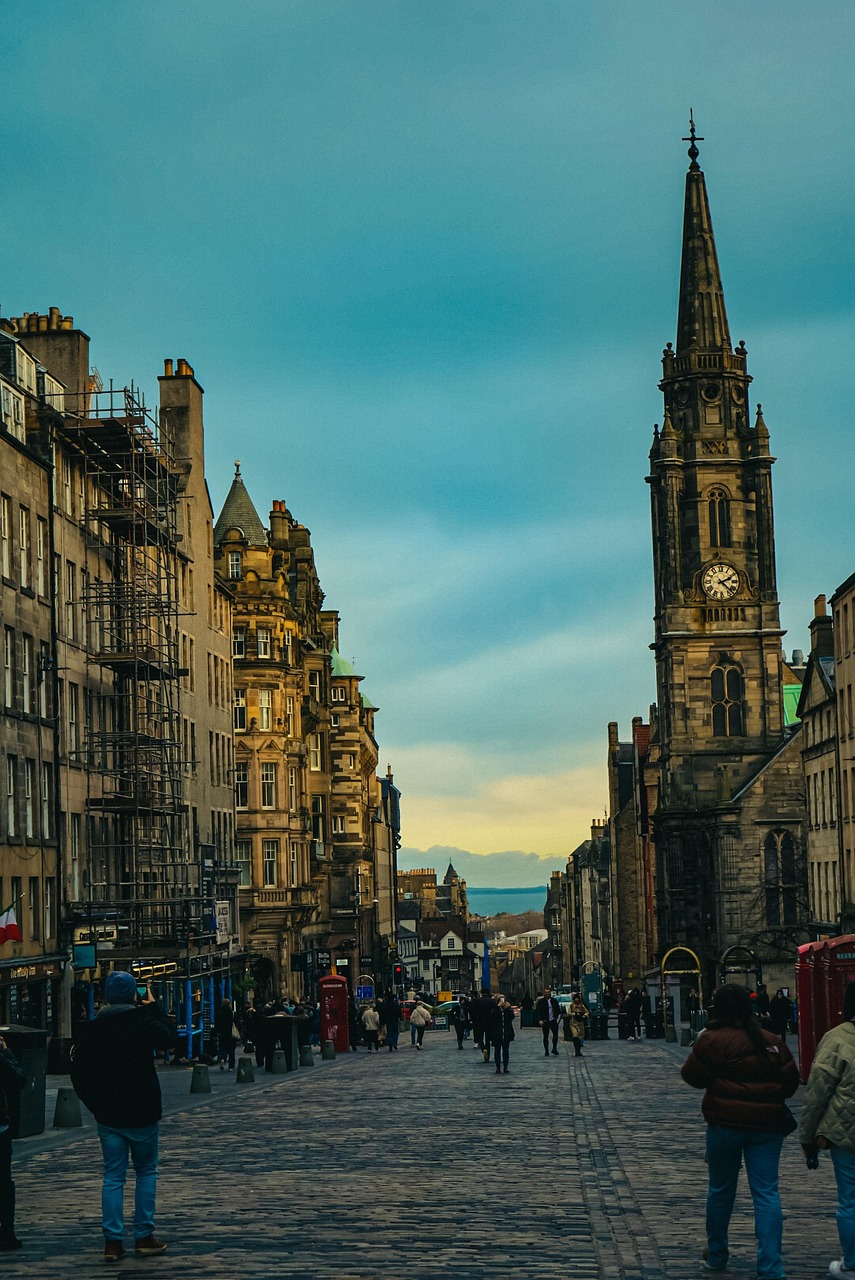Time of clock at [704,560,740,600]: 2:22
